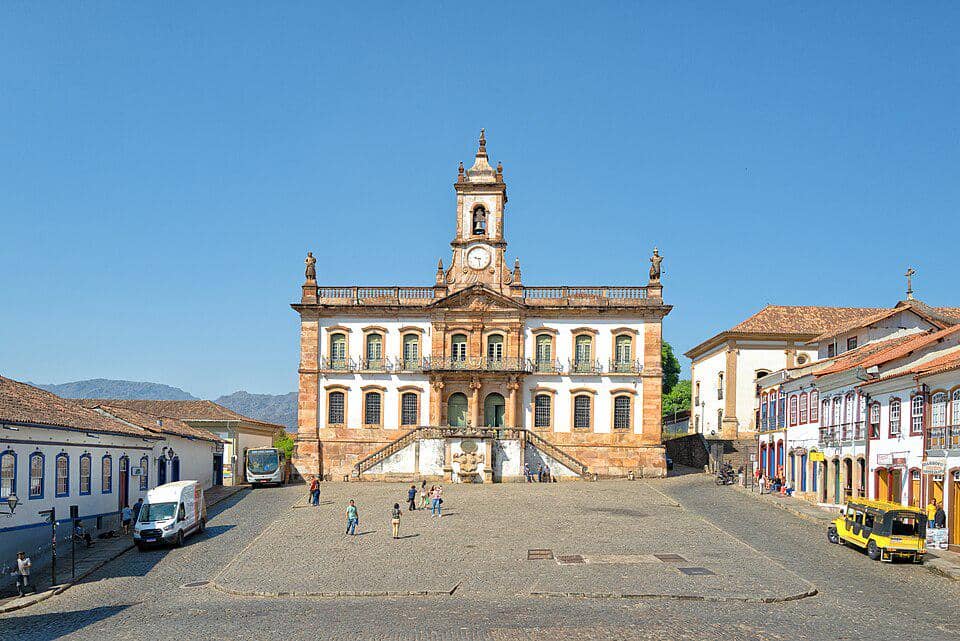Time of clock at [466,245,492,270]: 9:28
